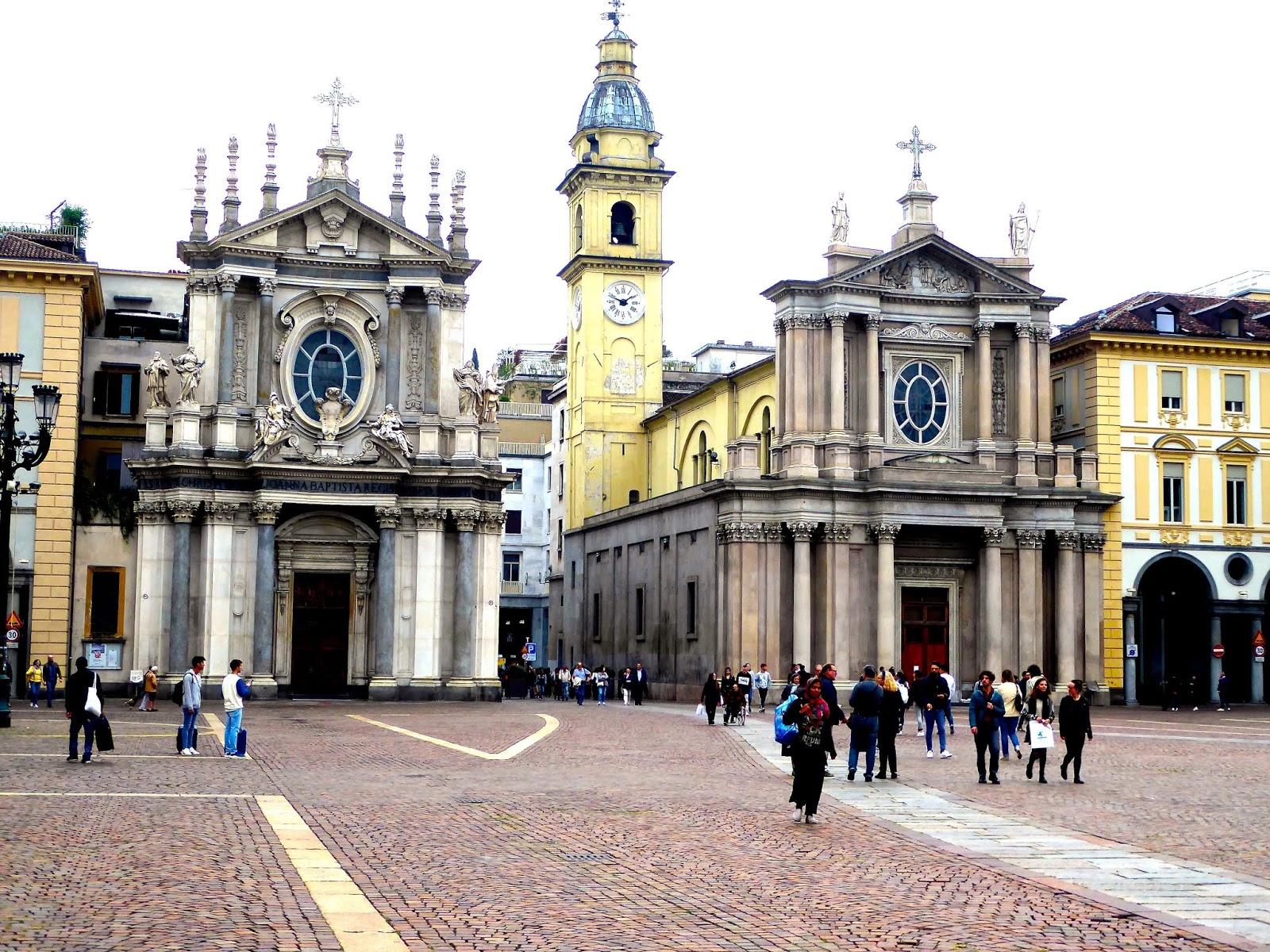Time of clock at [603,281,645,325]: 1:48
